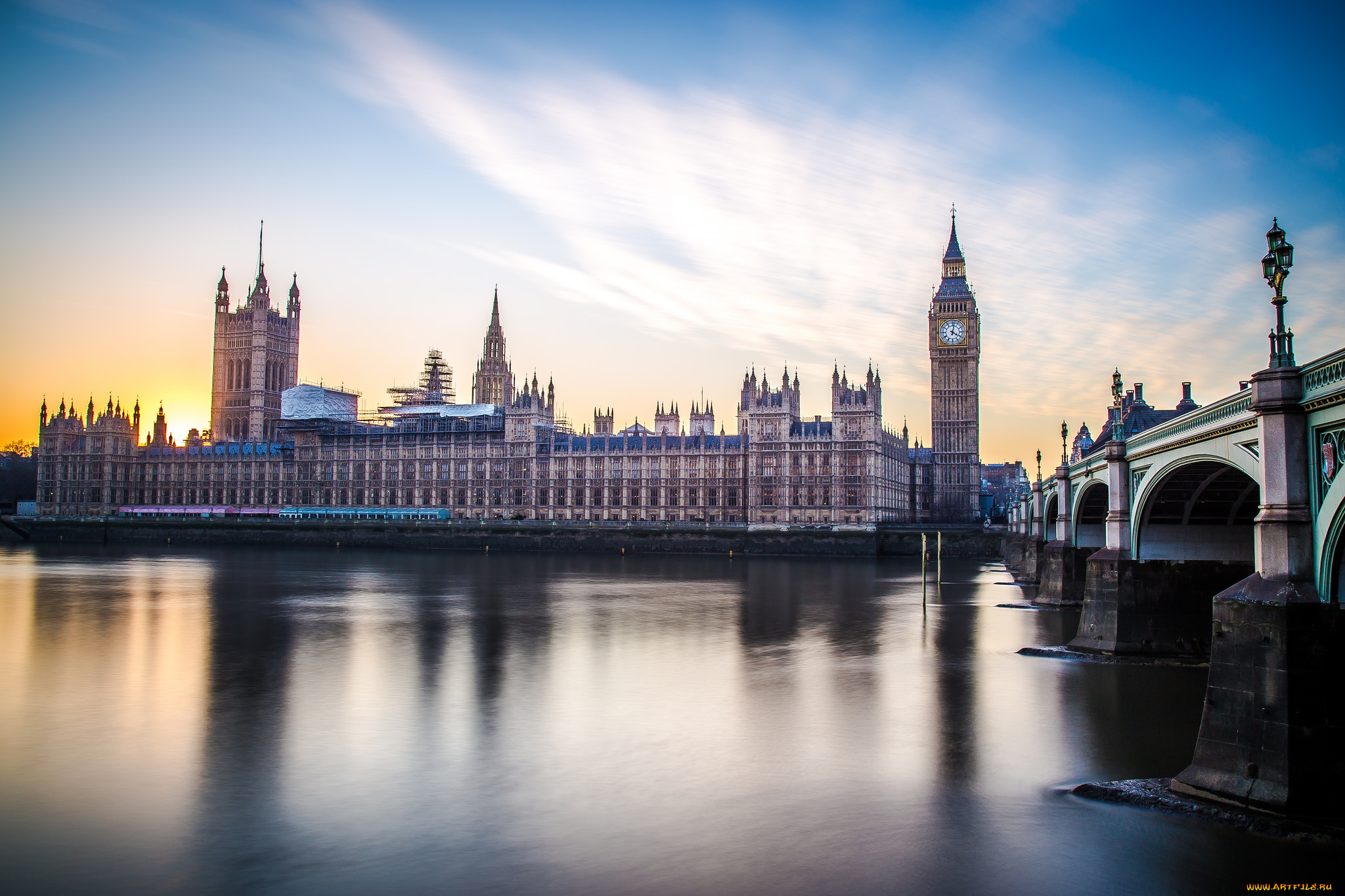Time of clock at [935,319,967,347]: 4:02
